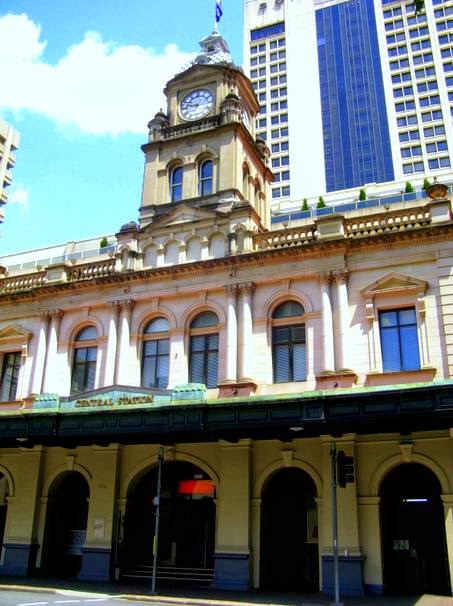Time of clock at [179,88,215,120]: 6:46
